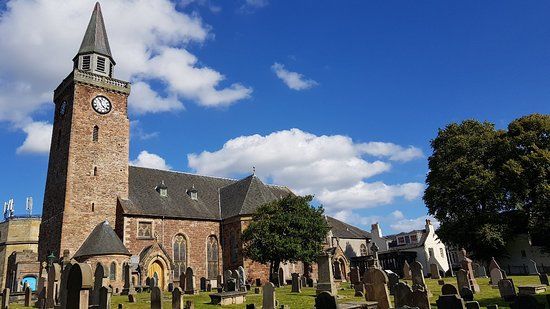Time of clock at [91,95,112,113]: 11:21
